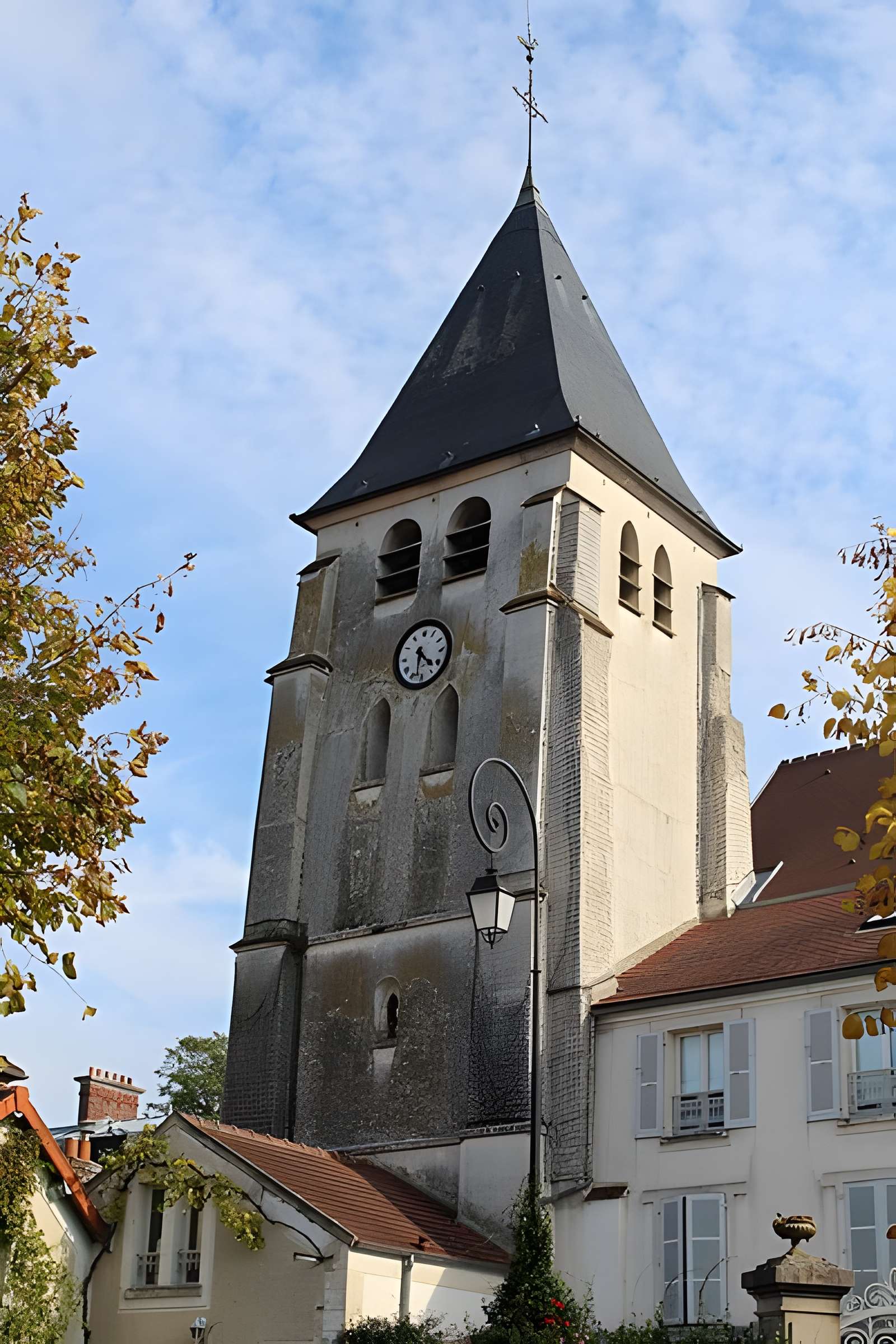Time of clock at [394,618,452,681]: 4:31
